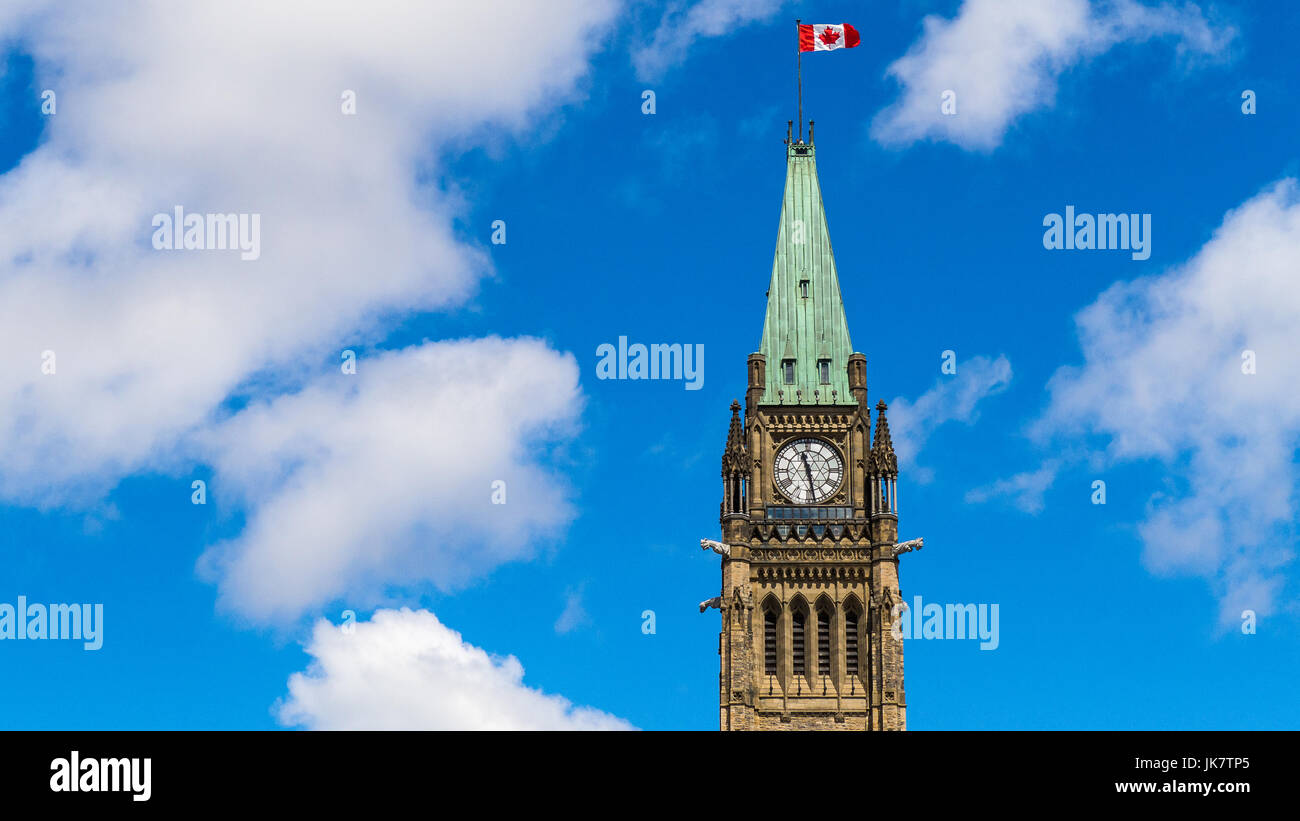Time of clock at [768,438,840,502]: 11:28
